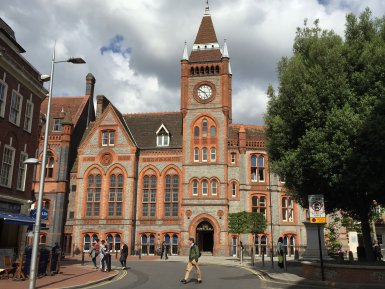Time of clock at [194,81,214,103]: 4:50
